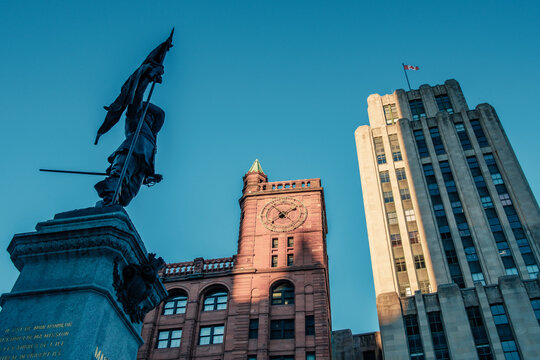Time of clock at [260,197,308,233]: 1:53
